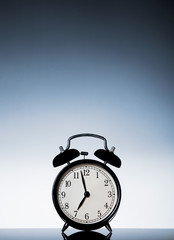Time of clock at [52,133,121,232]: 6:57
